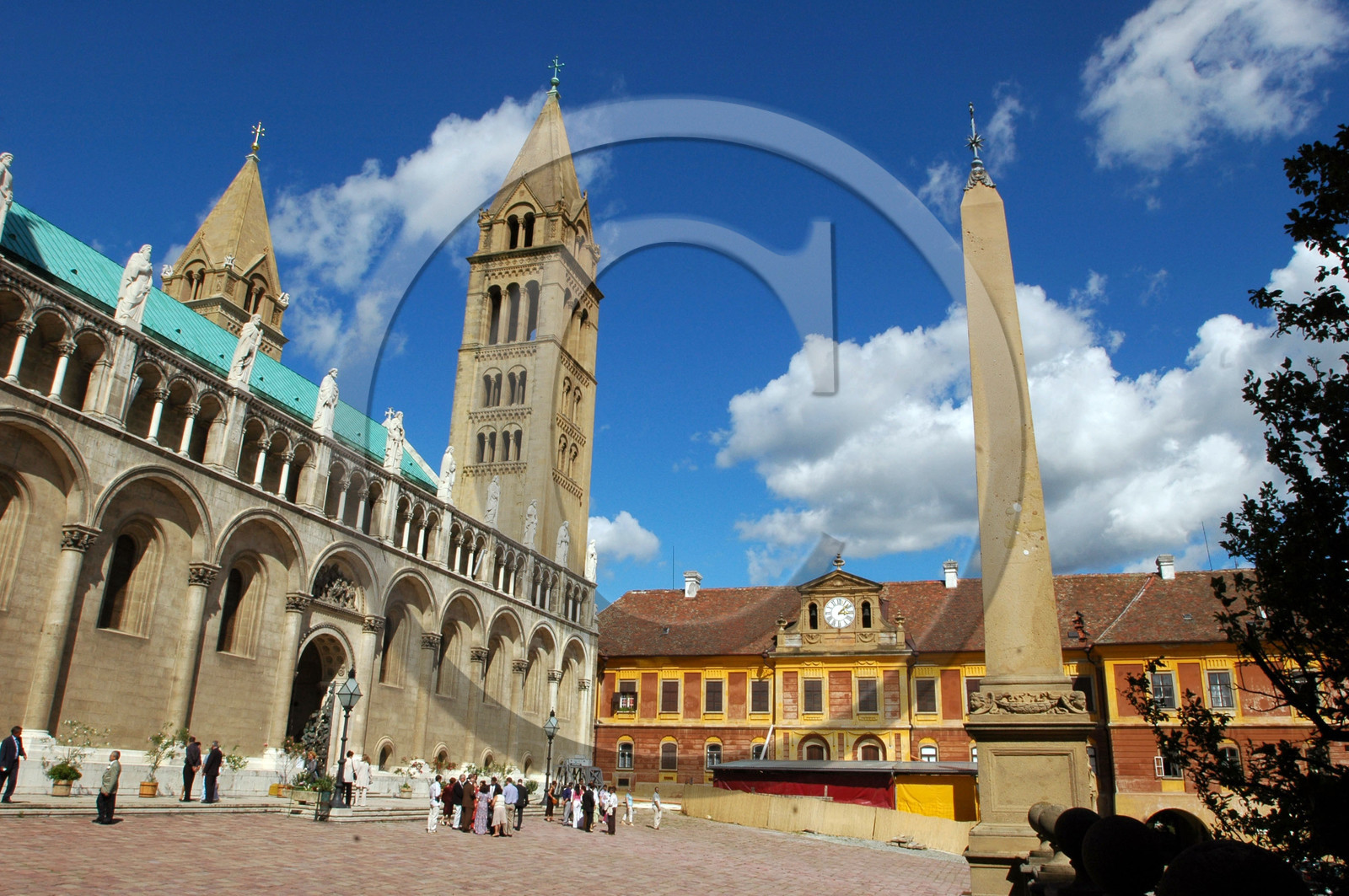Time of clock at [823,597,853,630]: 3:08
